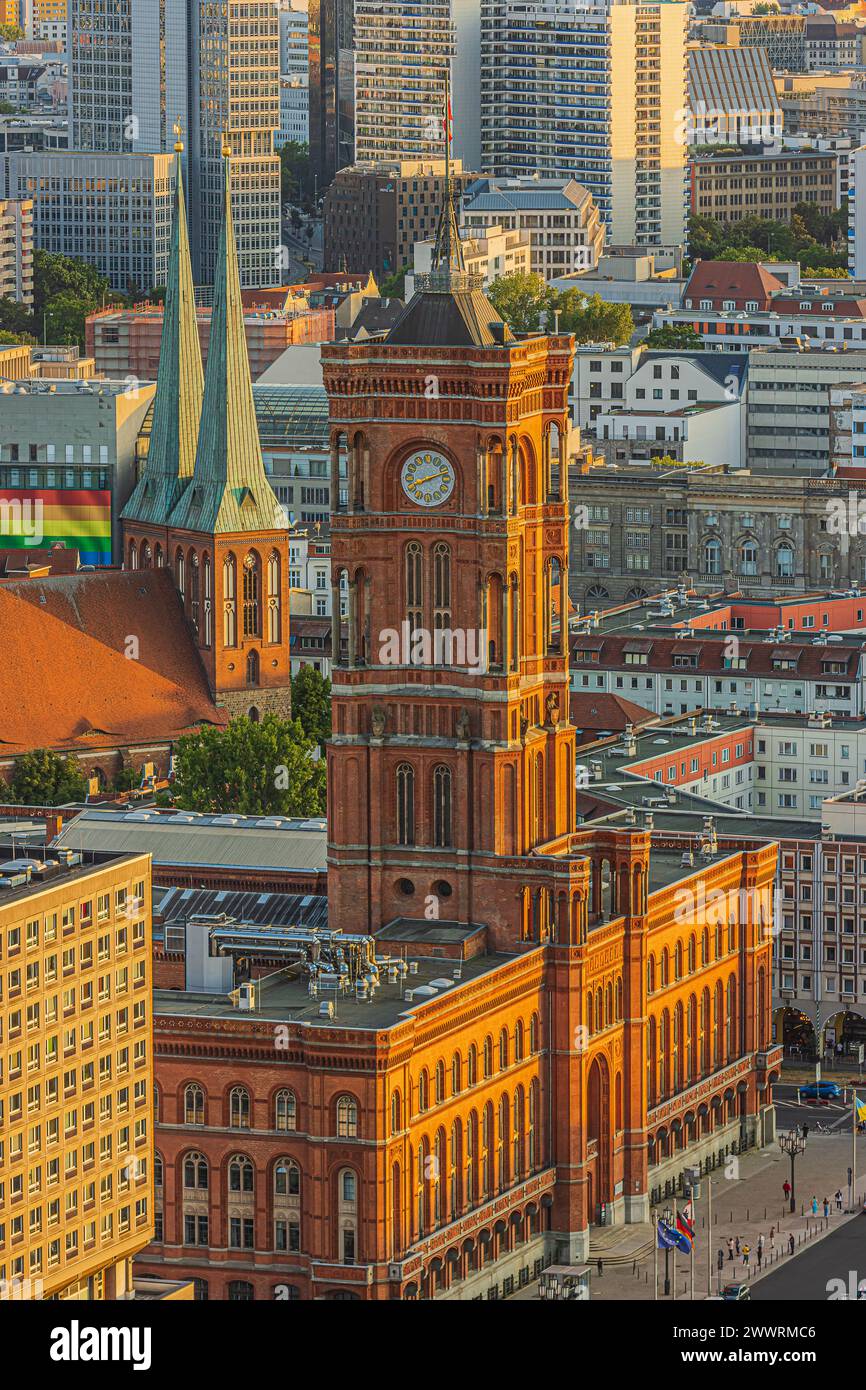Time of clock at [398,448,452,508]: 8:11
